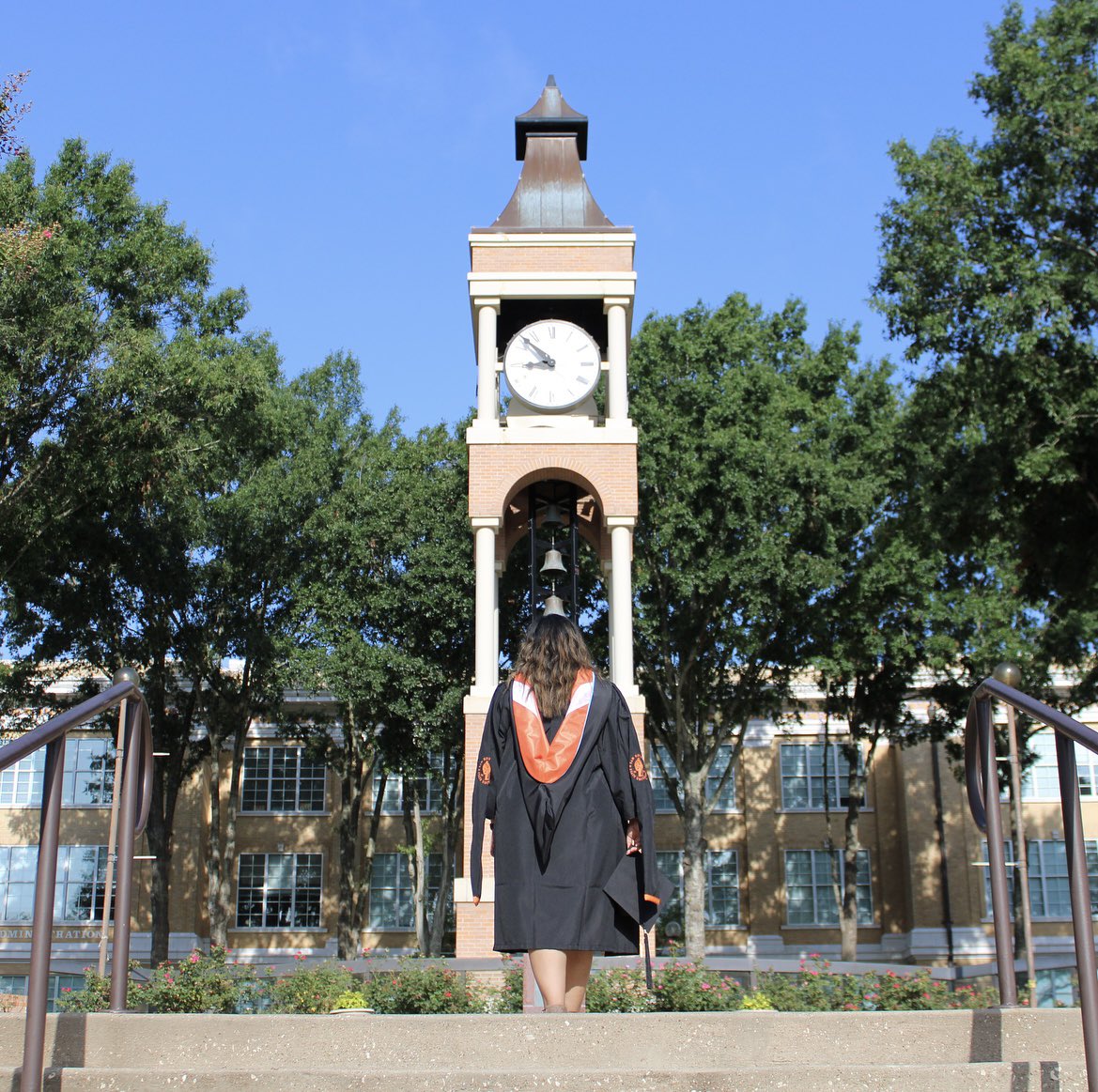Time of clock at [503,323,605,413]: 8:52
